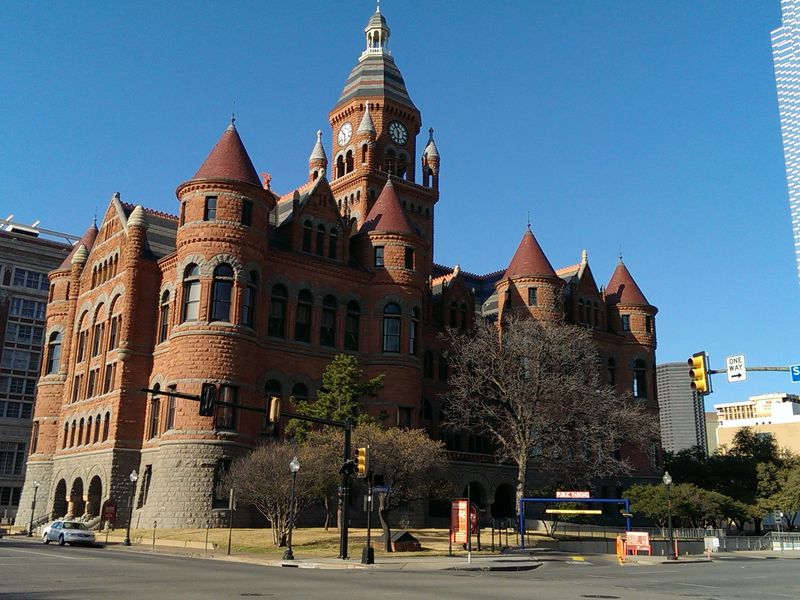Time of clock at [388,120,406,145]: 5:54
